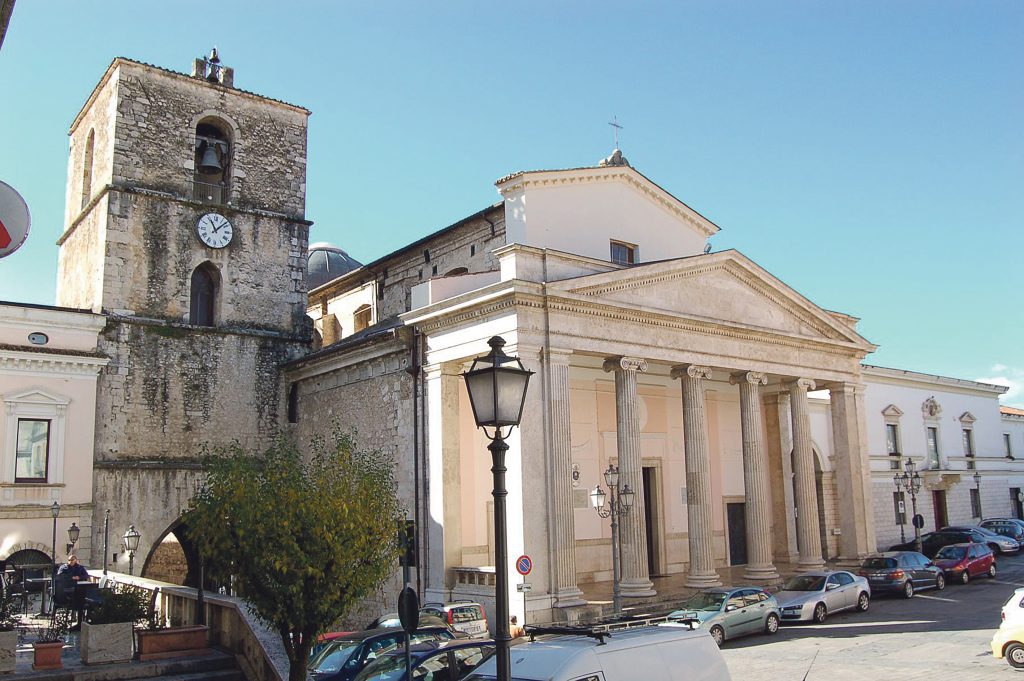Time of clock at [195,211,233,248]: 11:07
